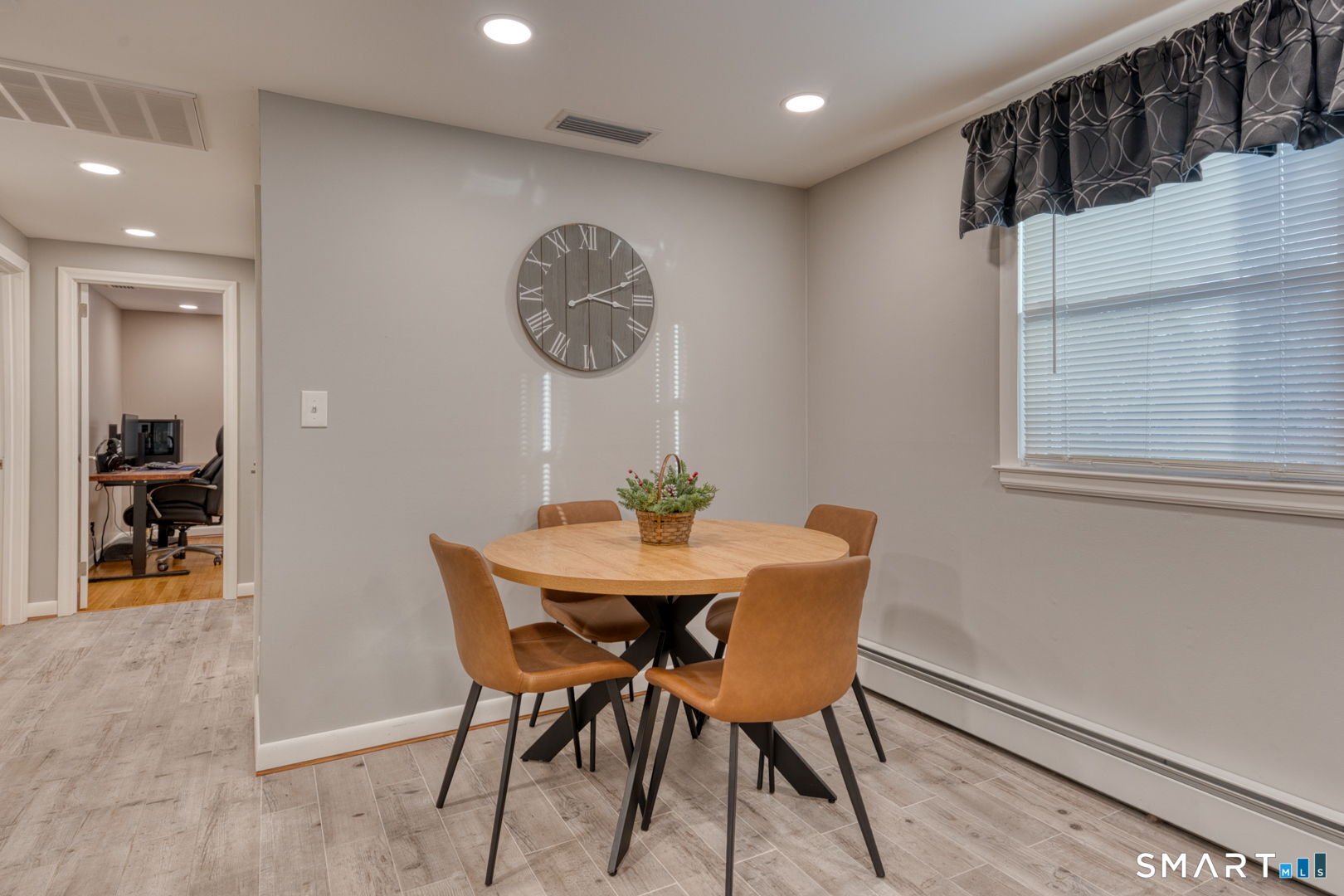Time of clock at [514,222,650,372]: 3:11
